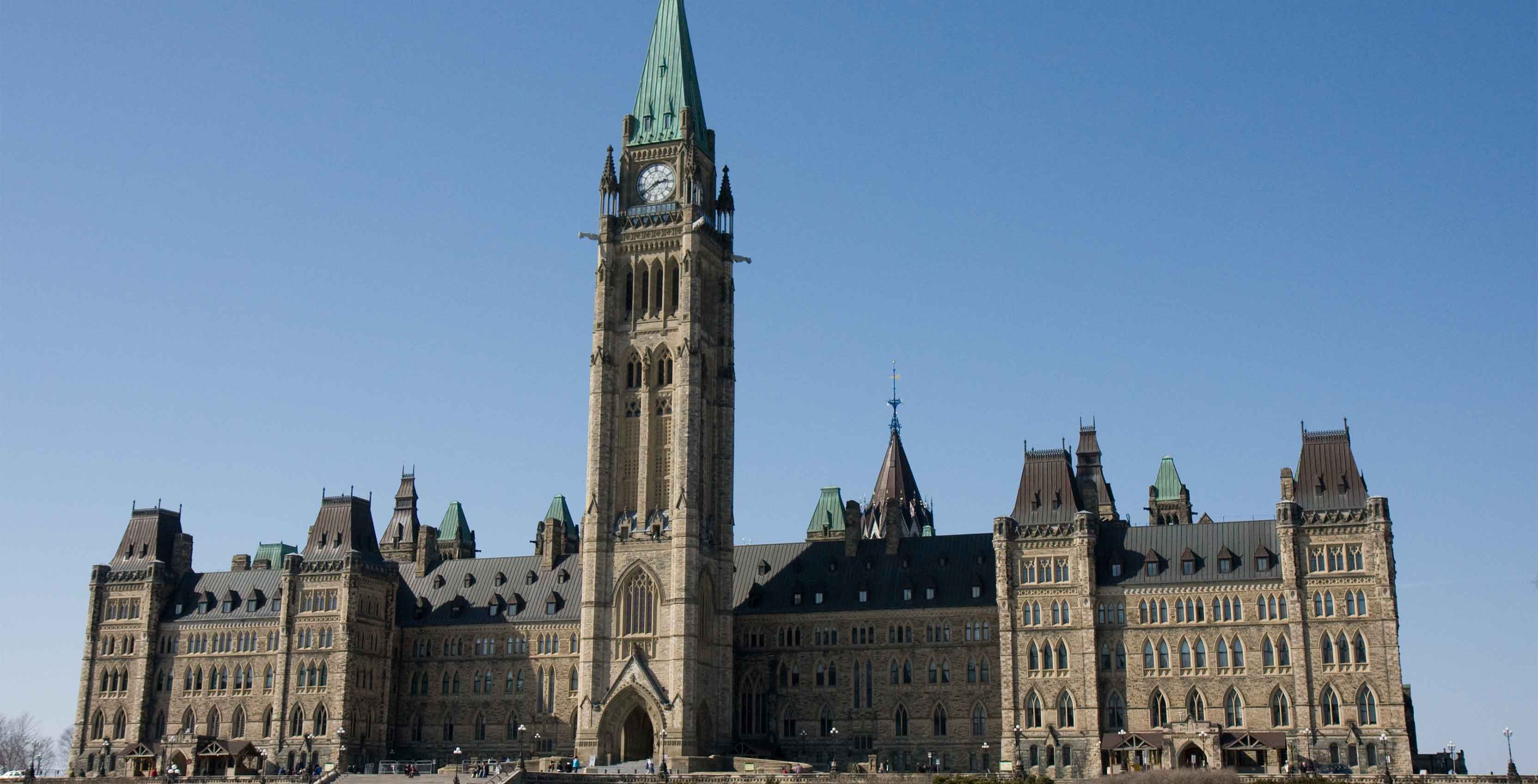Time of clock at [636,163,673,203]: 2:39
